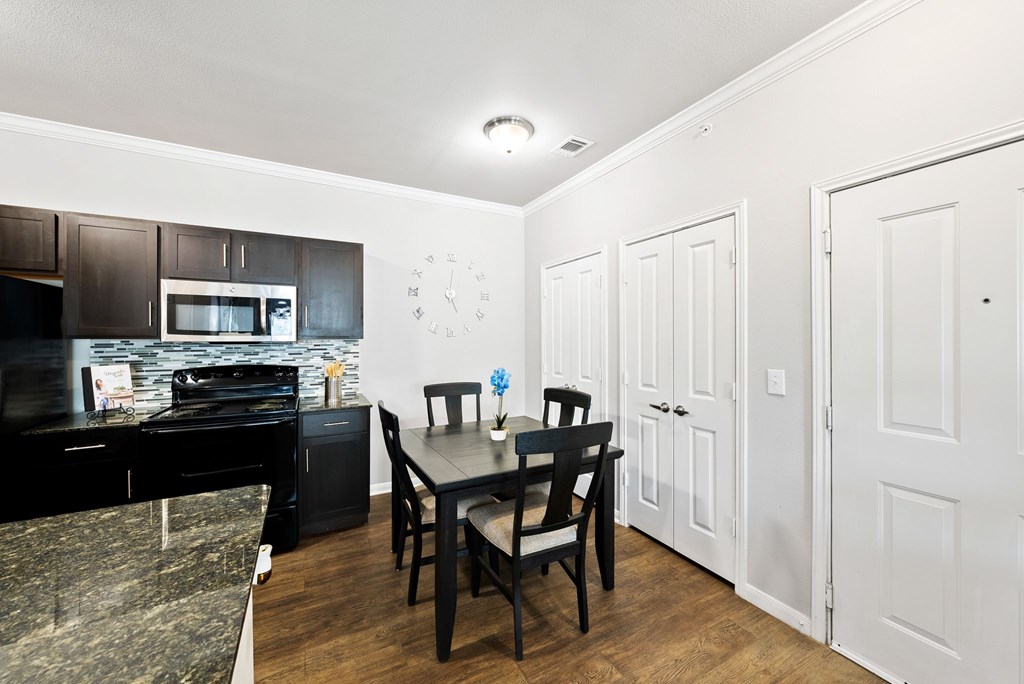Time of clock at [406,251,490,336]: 5:01
